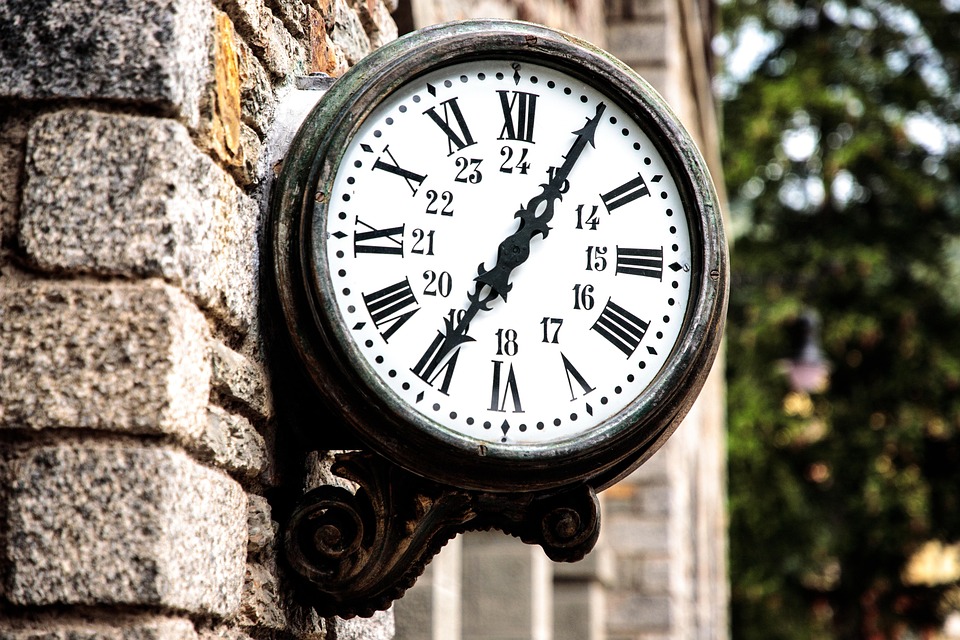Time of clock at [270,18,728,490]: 7:05
